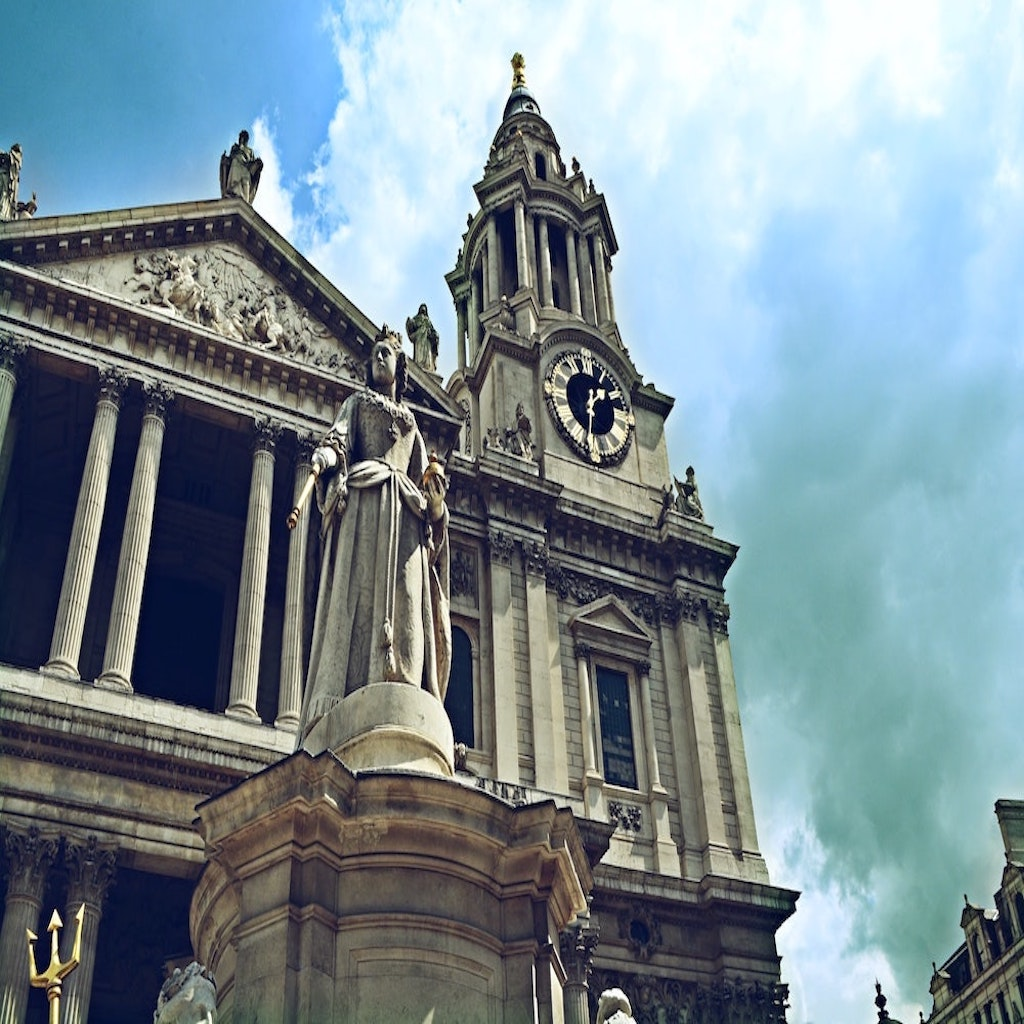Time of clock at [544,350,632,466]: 1:32
